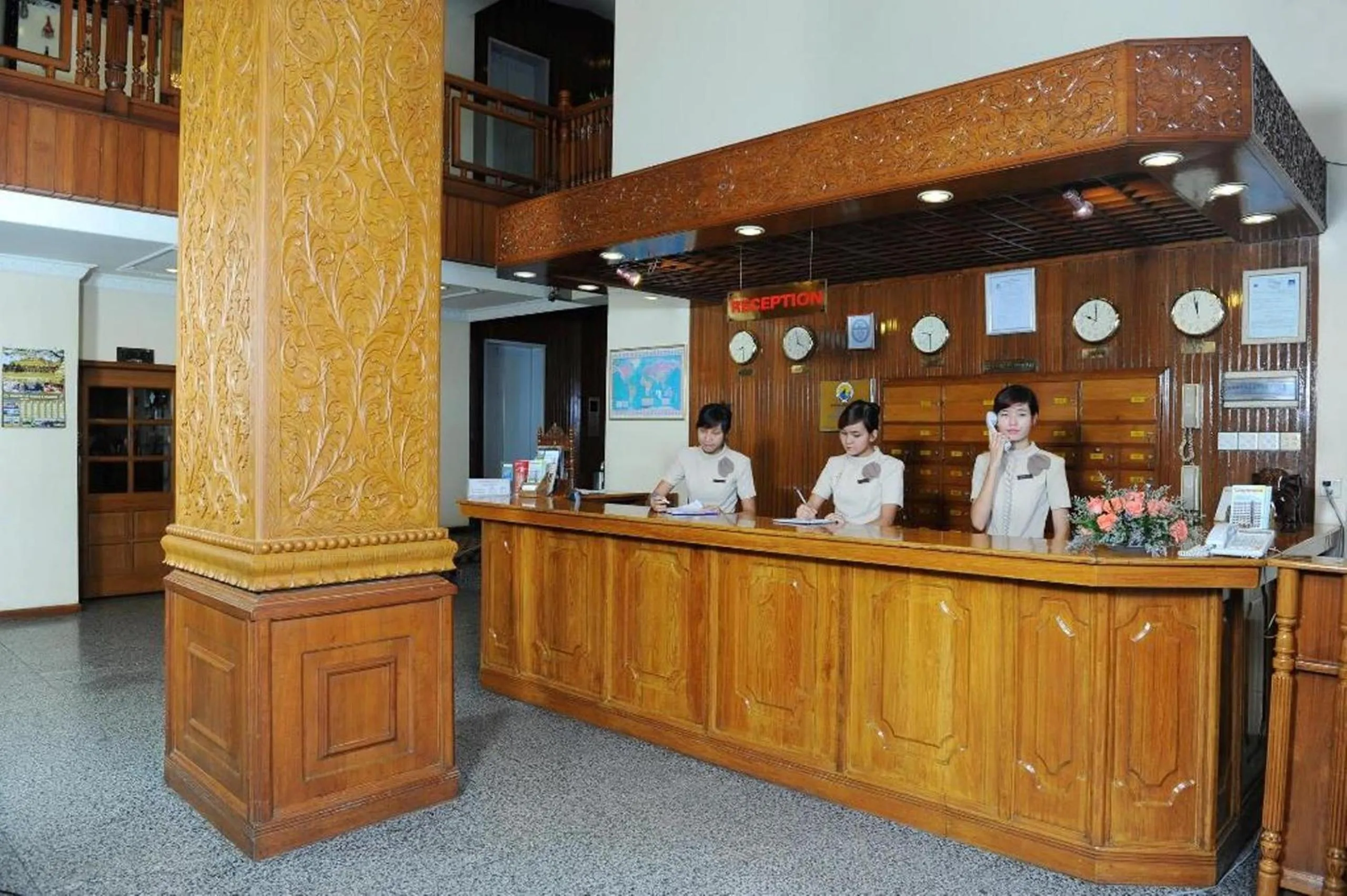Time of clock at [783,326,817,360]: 3:58
